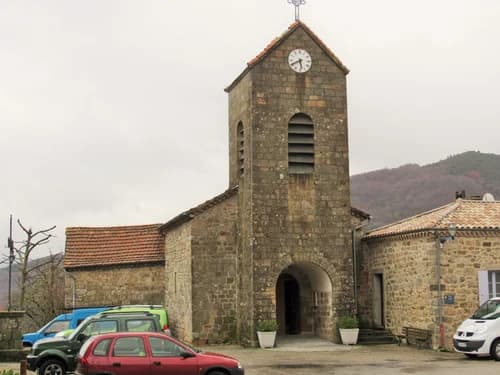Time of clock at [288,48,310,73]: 5:40
